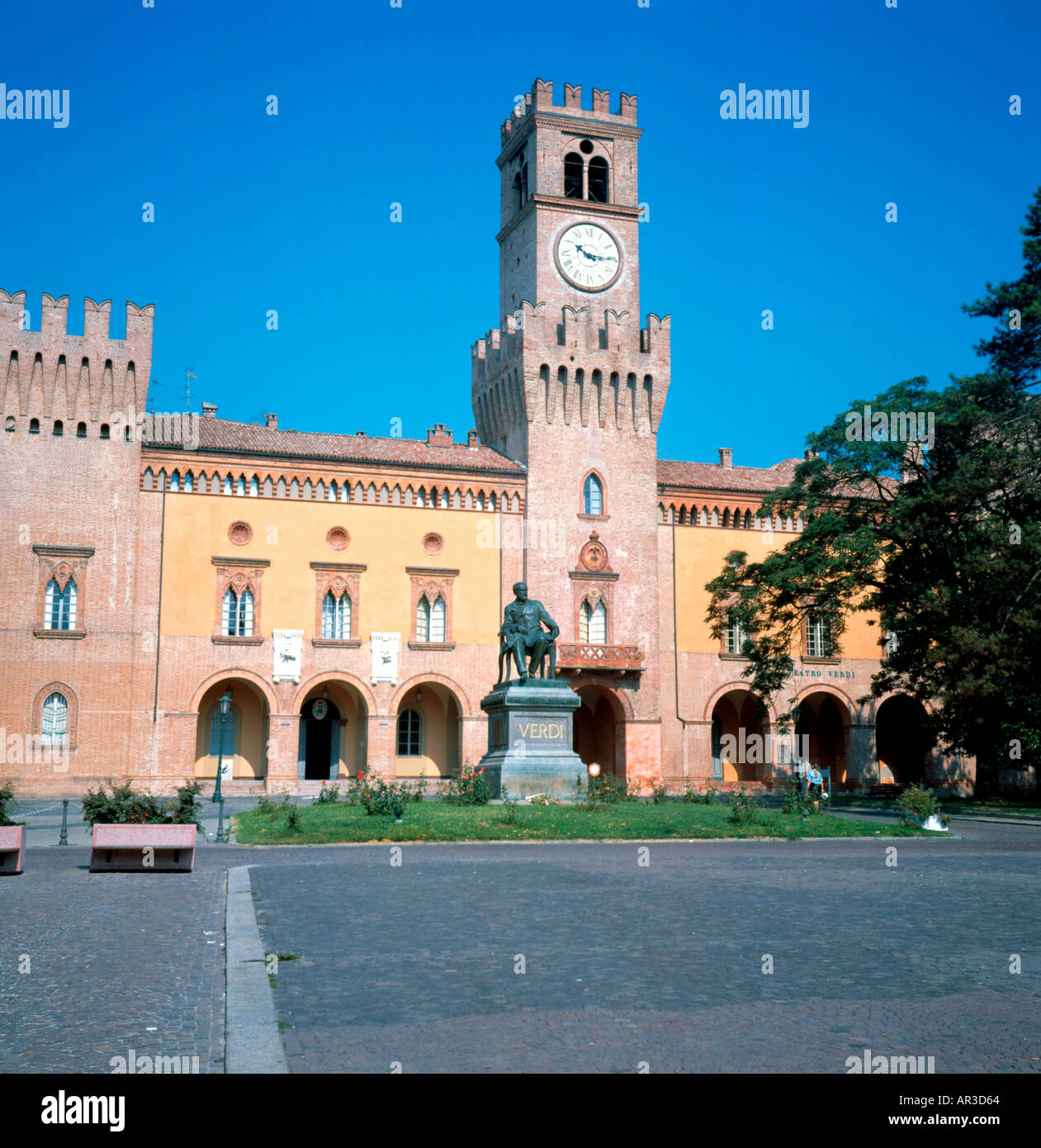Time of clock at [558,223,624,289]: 10:15
